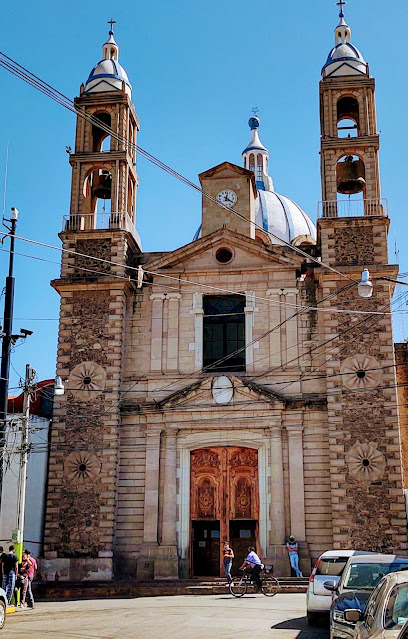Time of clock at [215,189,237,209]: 12:20
